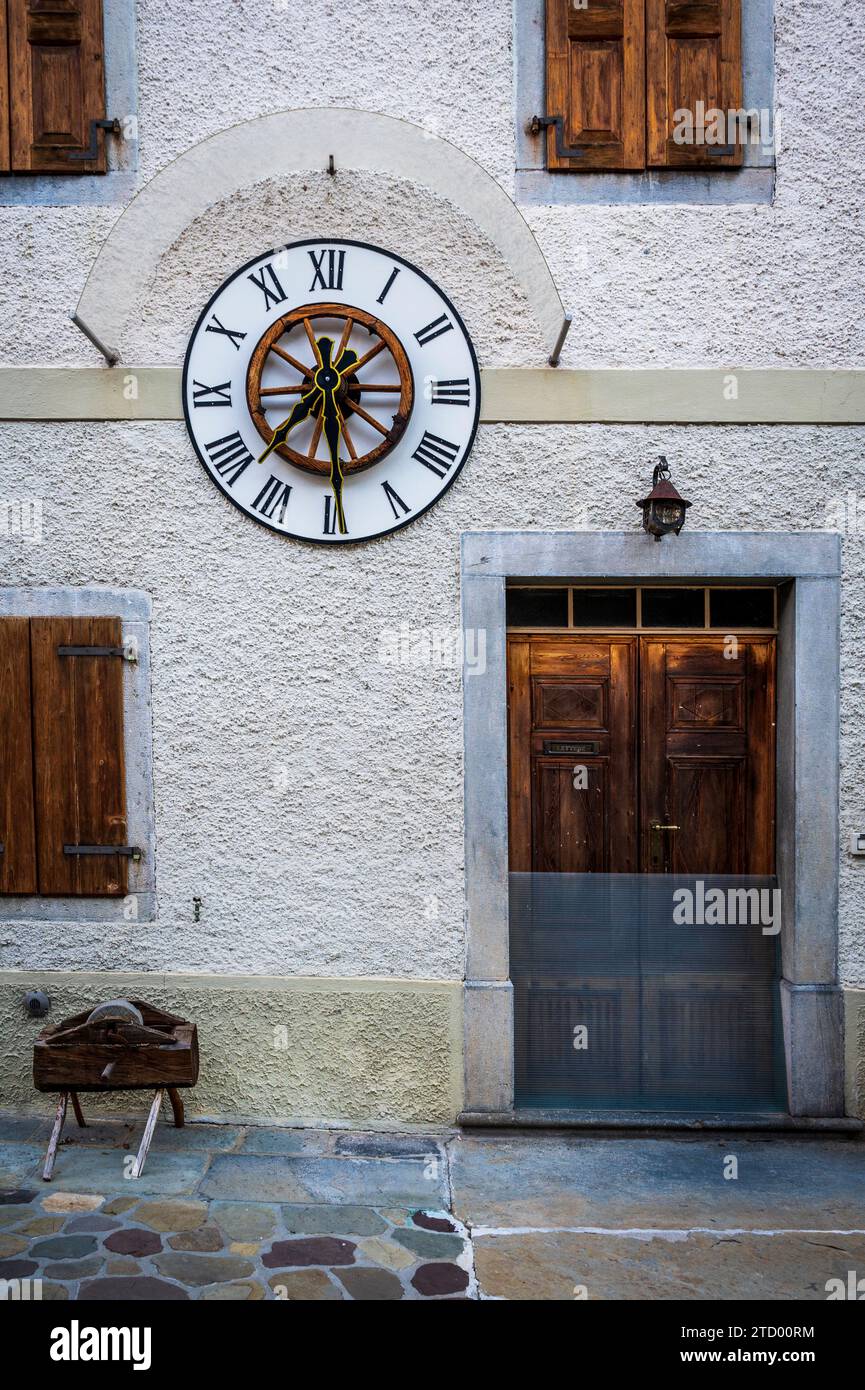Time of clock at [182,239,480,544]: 7:29
